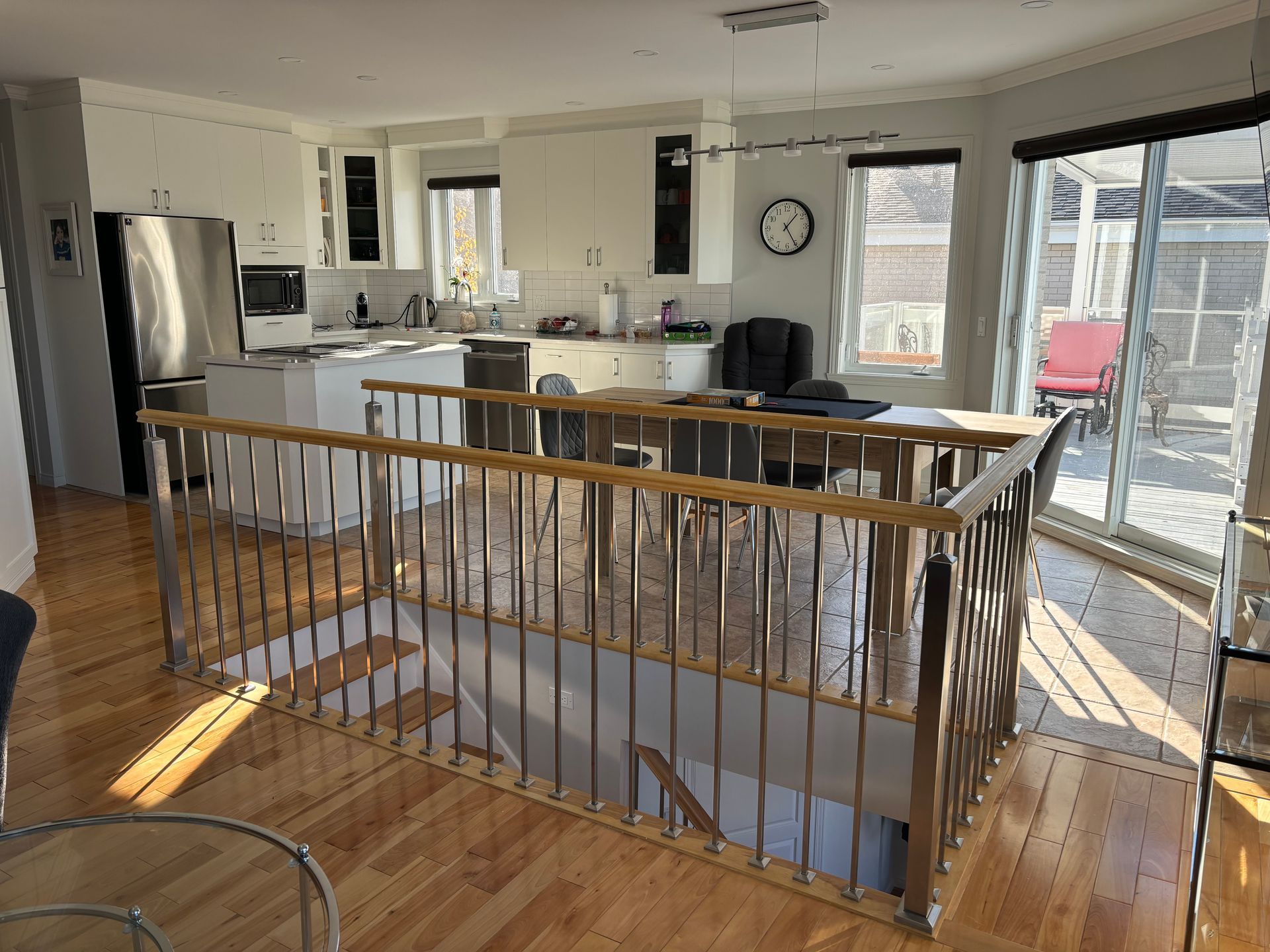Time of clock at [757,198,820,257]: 1:25
